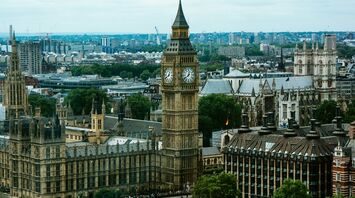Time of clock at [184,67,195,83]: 12:38
